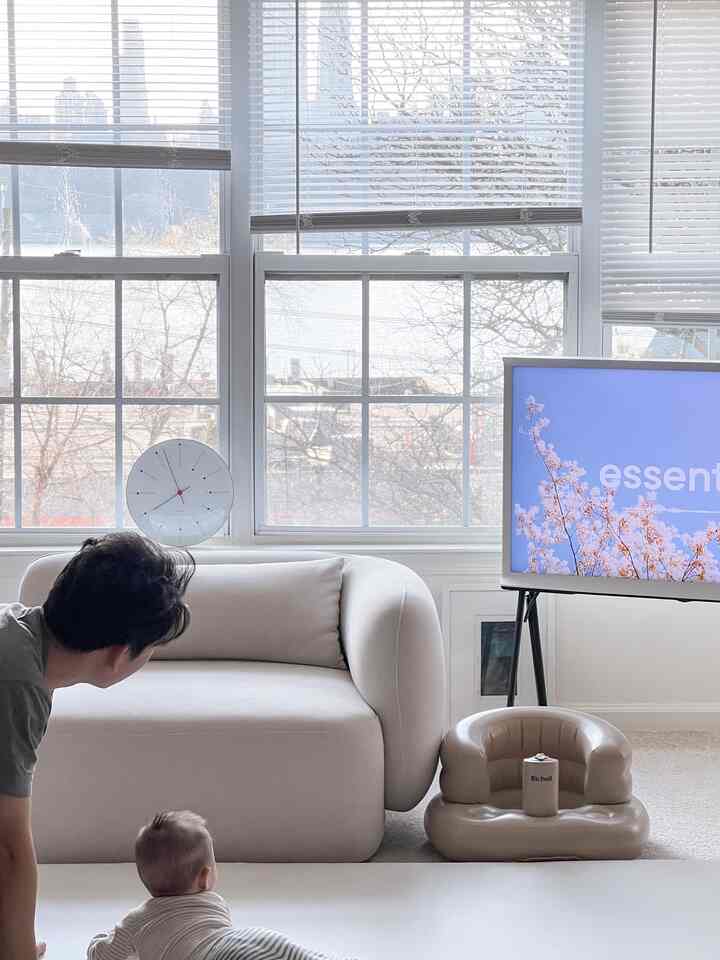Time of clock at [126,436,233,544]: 7:56
